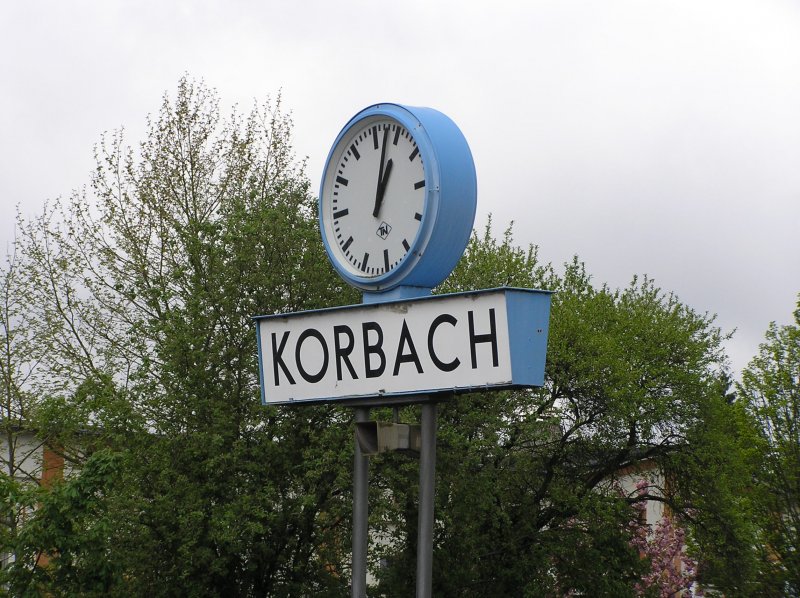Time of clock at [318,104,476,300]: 1:02
